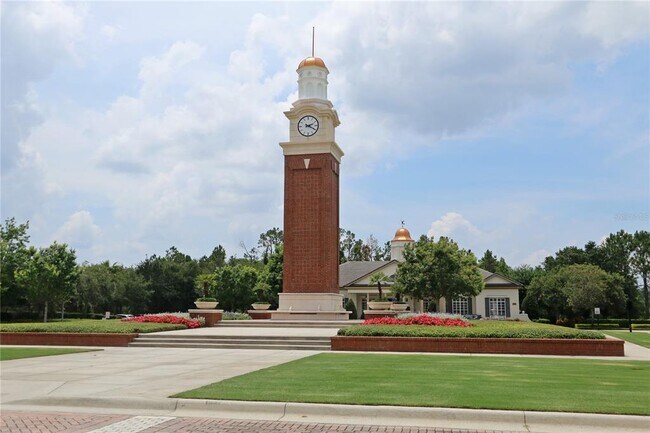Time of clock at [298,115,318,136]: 2:19
